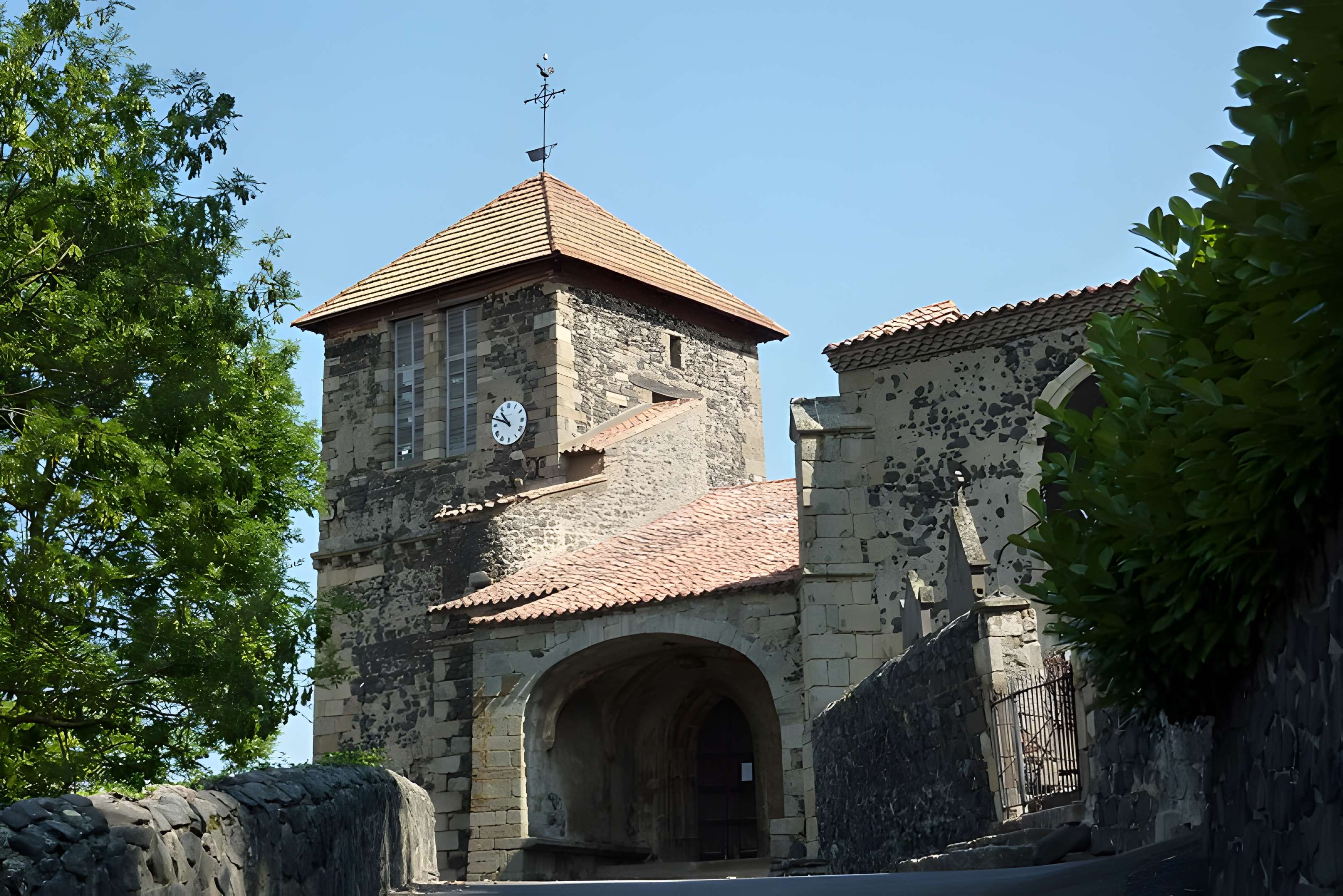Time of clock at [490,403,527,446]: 10:48
